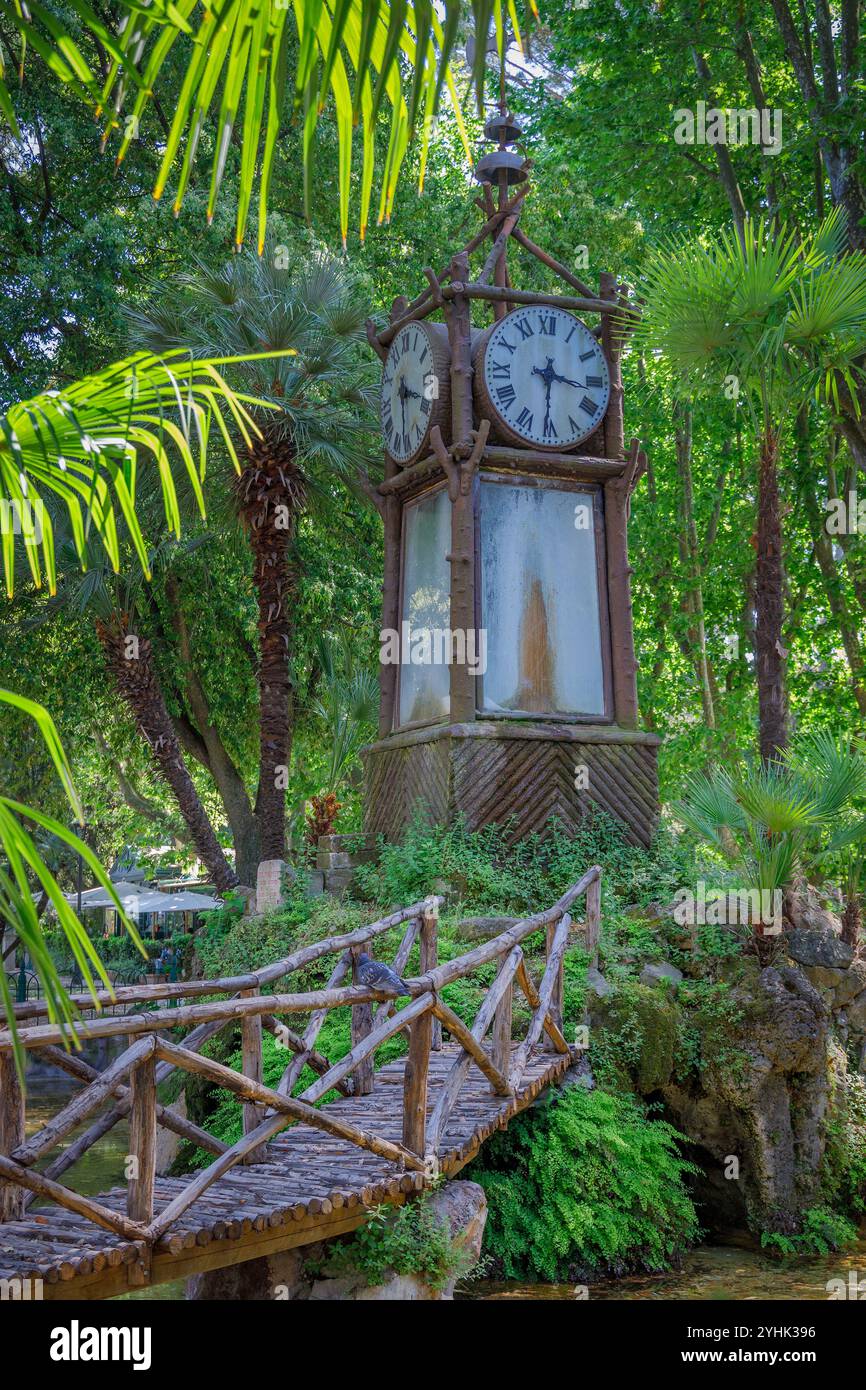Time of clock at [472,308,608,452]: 3:30
